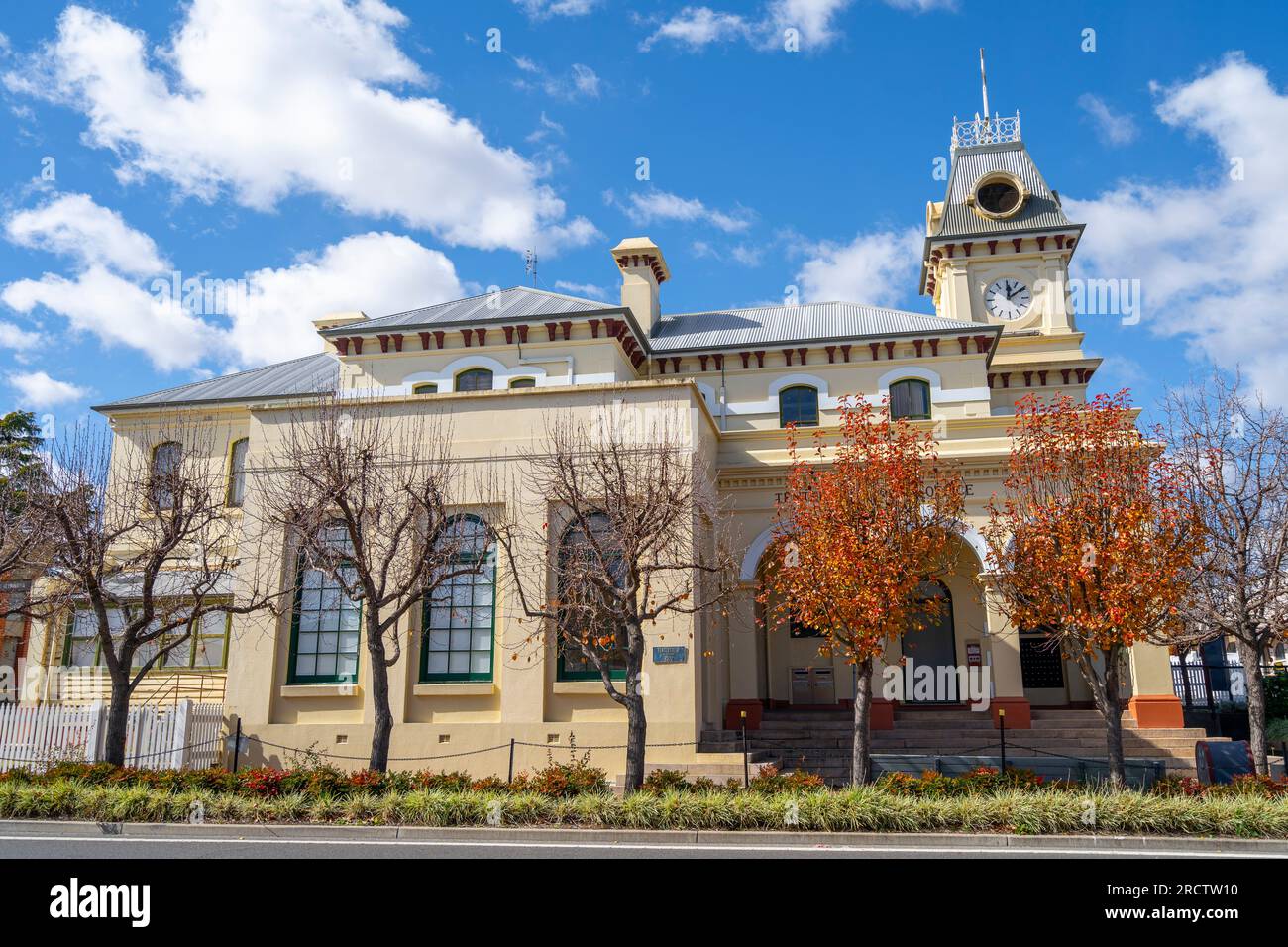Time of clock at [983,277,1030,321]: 12:09
